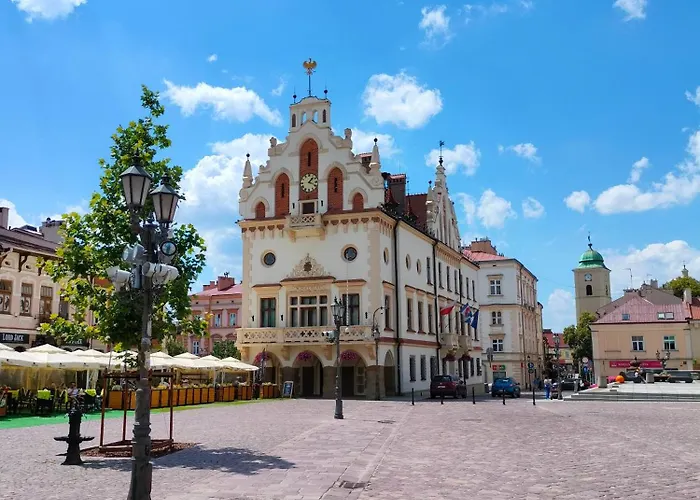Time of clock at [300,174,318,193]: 1:18
